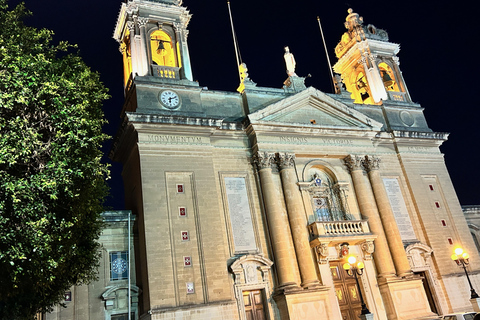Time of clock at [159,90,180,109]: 6:11
